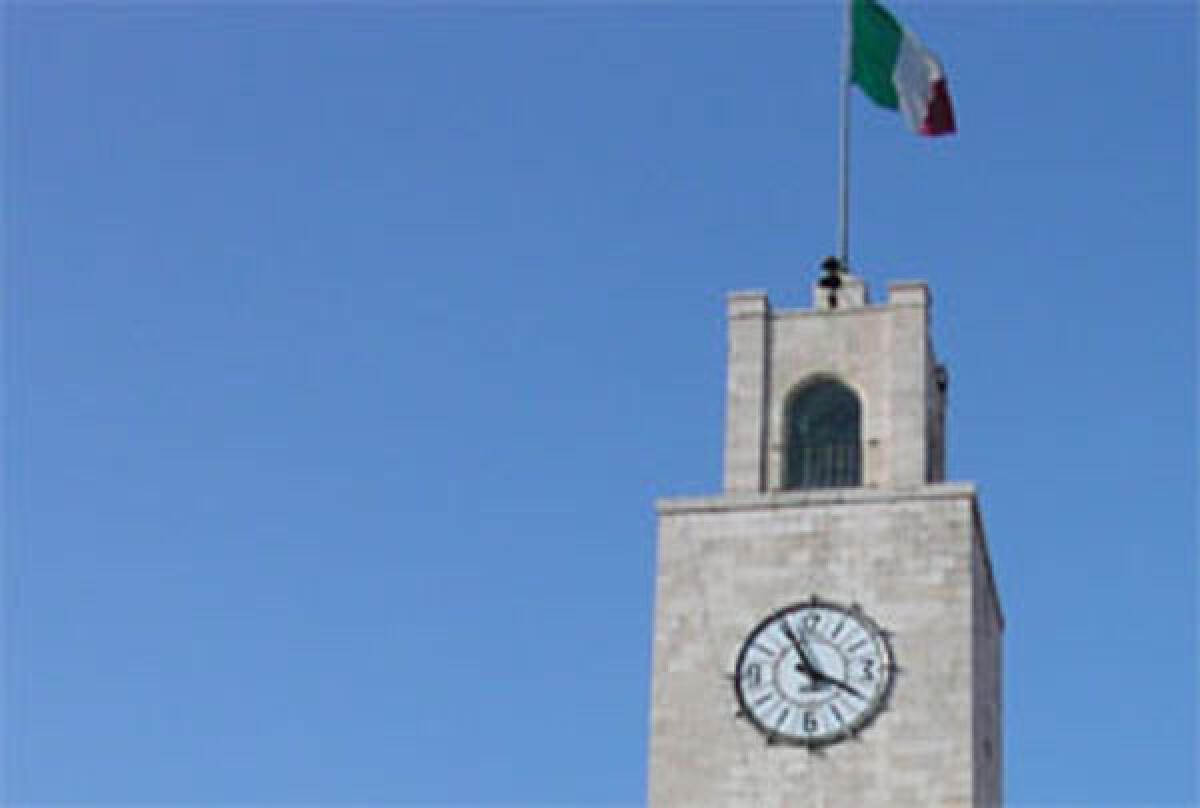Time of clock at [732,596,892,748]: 3:55
